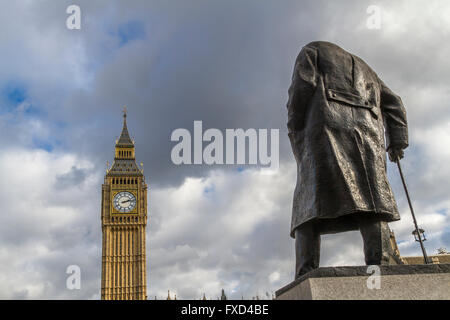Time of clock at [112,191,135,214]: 2:12
